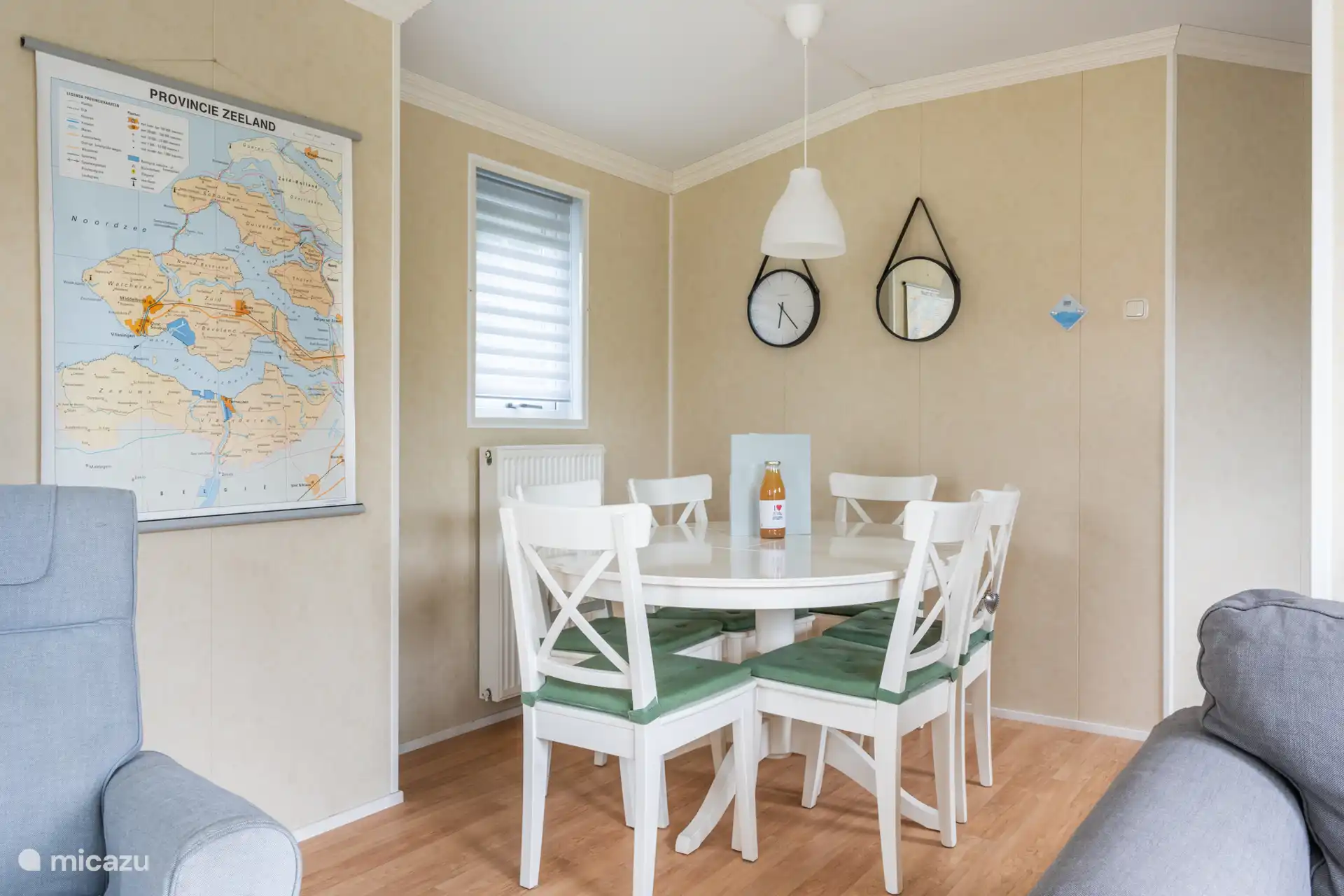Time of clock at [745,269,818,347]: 6:23
